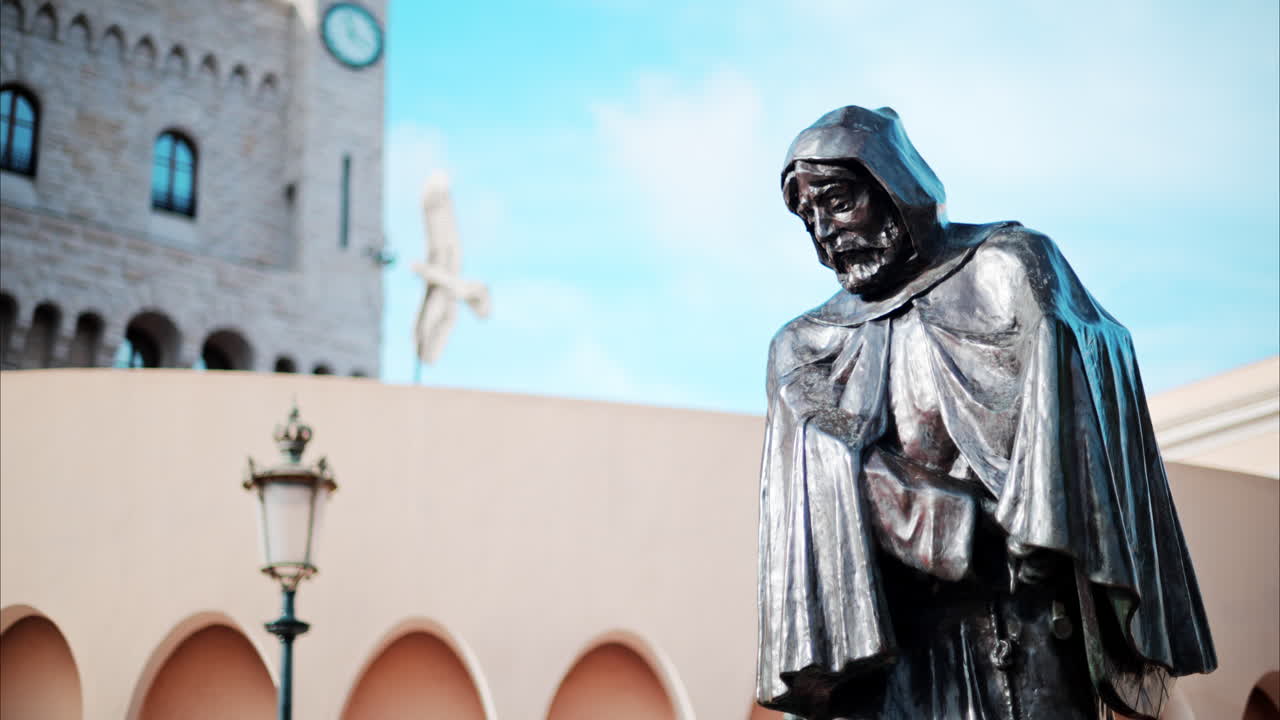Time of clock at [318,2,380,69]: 3:58
